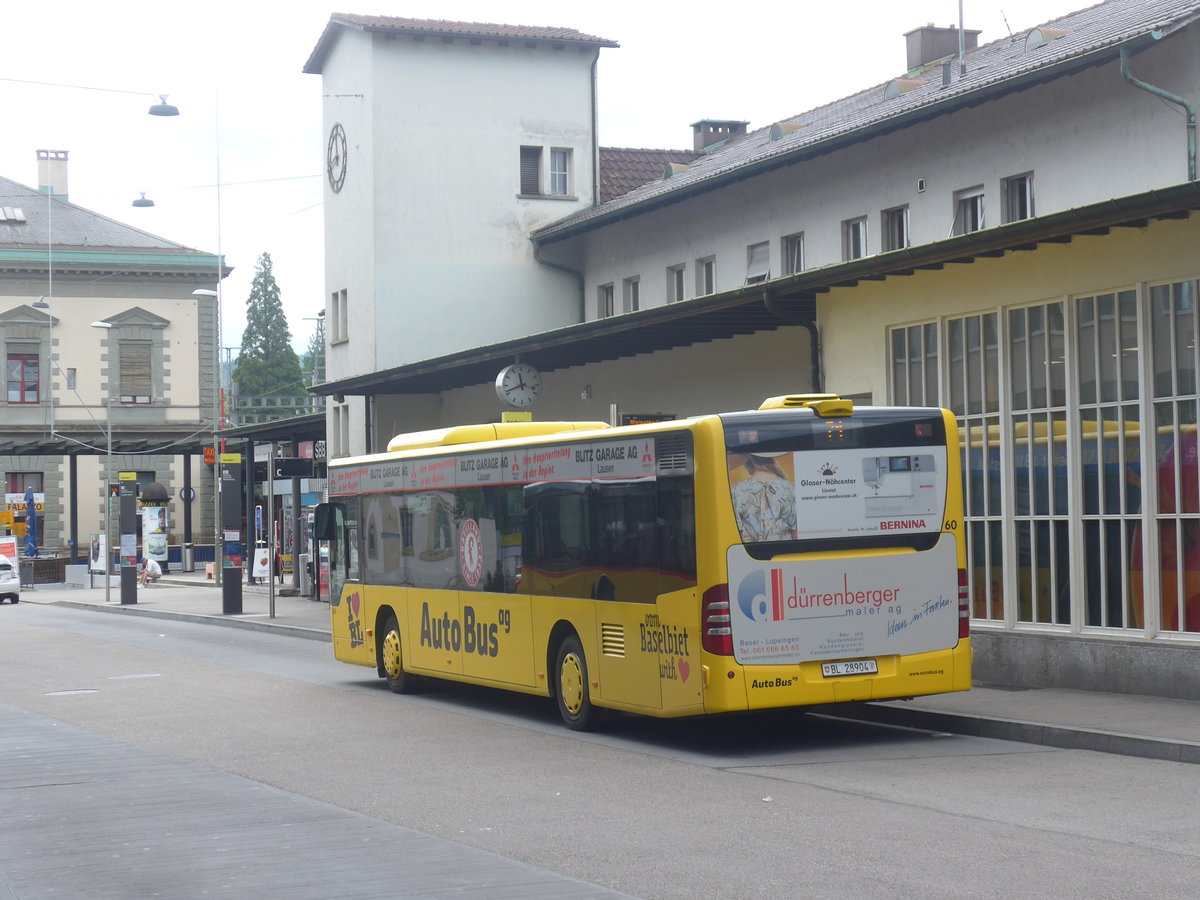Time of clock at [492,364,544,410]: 11:41
